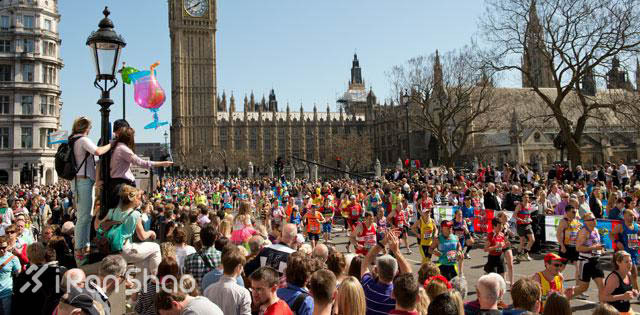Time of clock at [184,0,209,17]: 1:40
